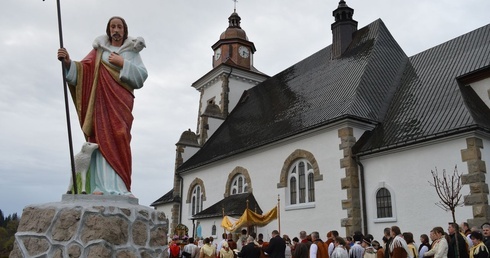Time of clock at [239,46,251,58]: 6:17
